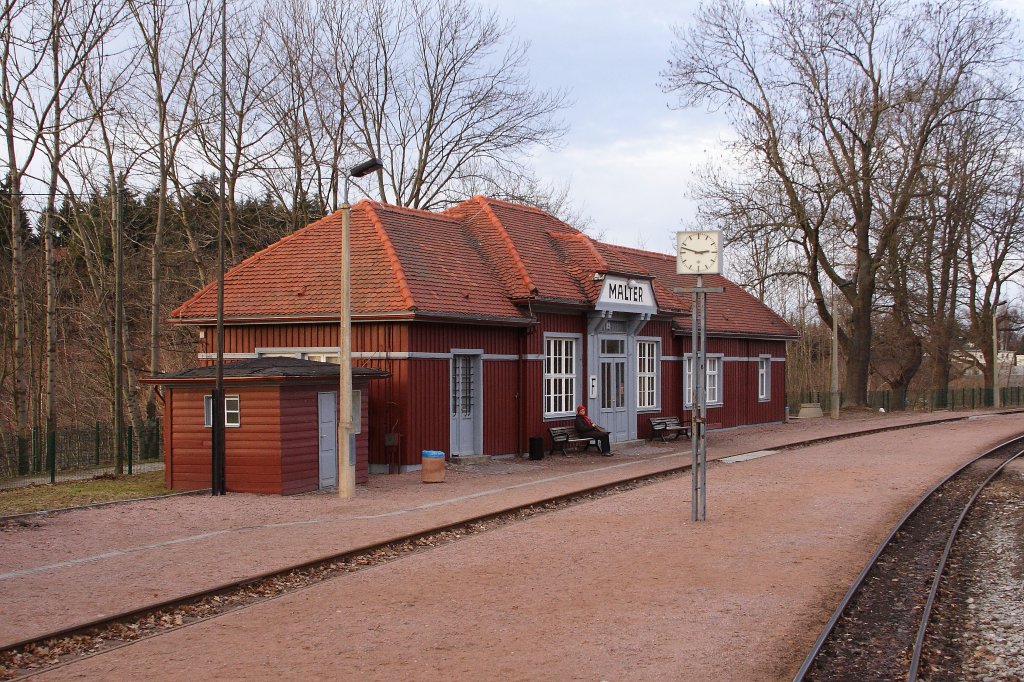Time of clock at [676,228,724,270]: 2:48
